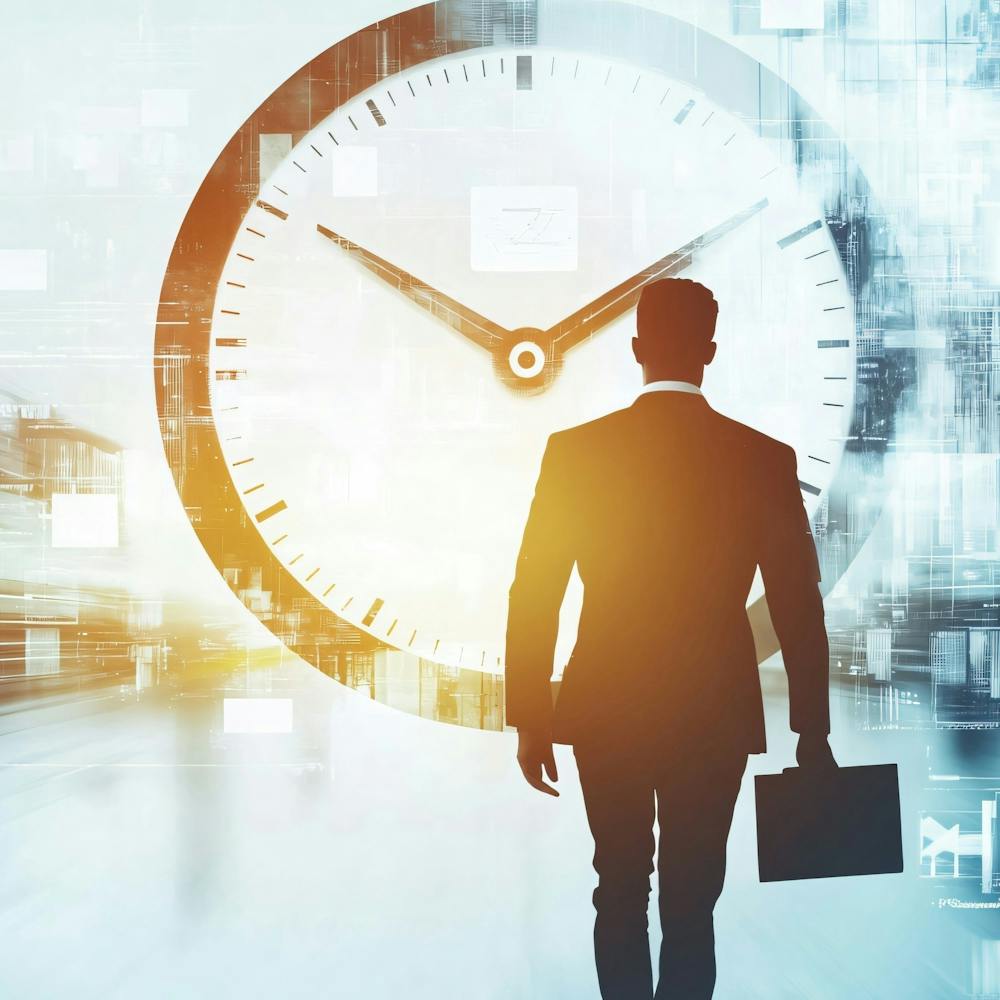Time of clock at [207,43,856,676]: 1:50
